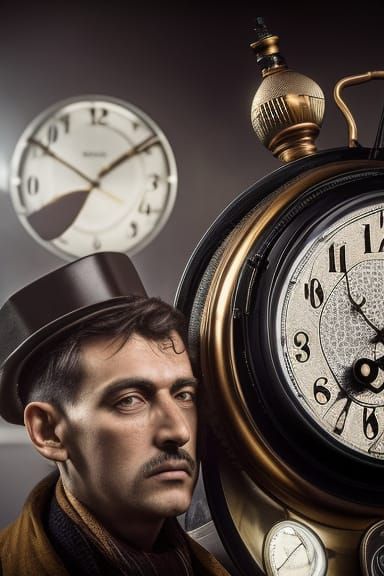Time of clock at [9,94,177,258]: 7:08
